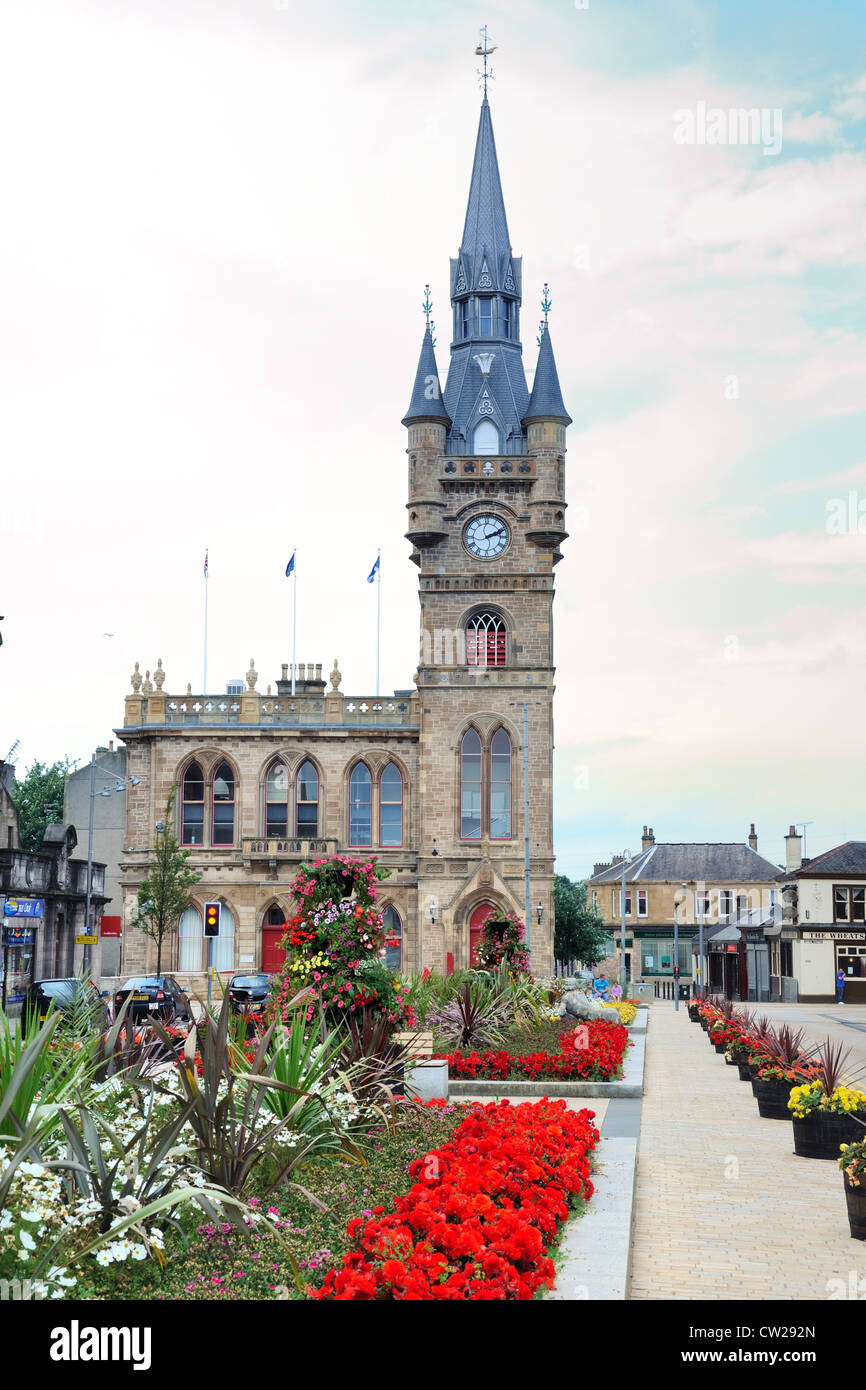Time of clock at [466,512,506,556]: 2:11
